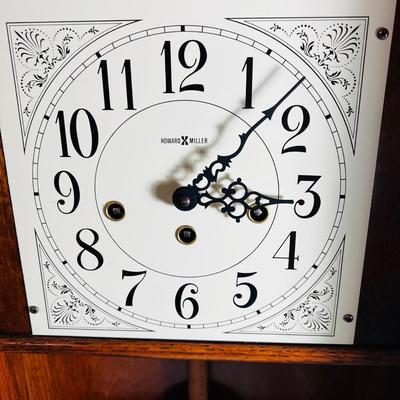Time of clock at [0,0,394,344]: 3:07
